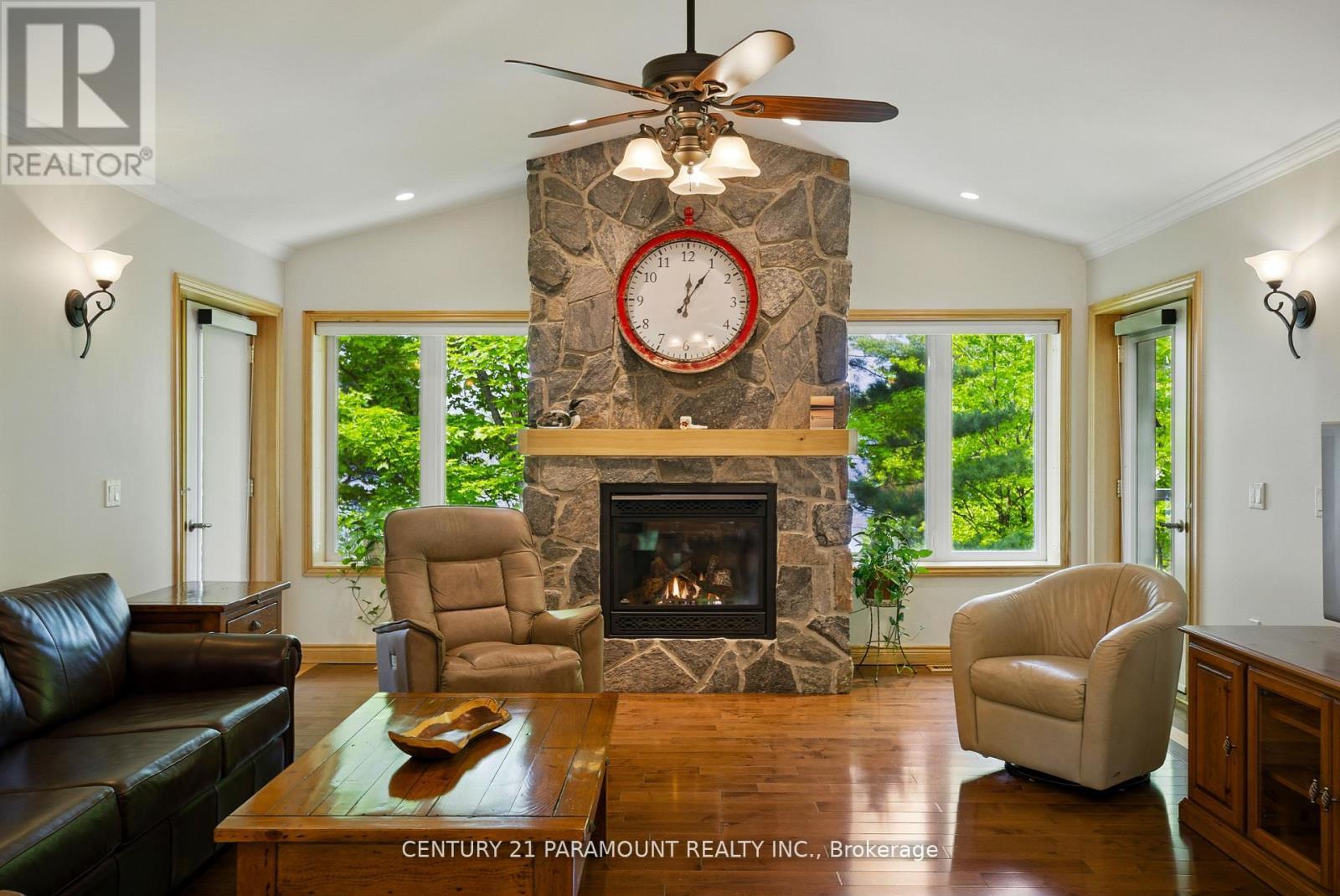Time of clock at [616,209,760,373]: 12:05
